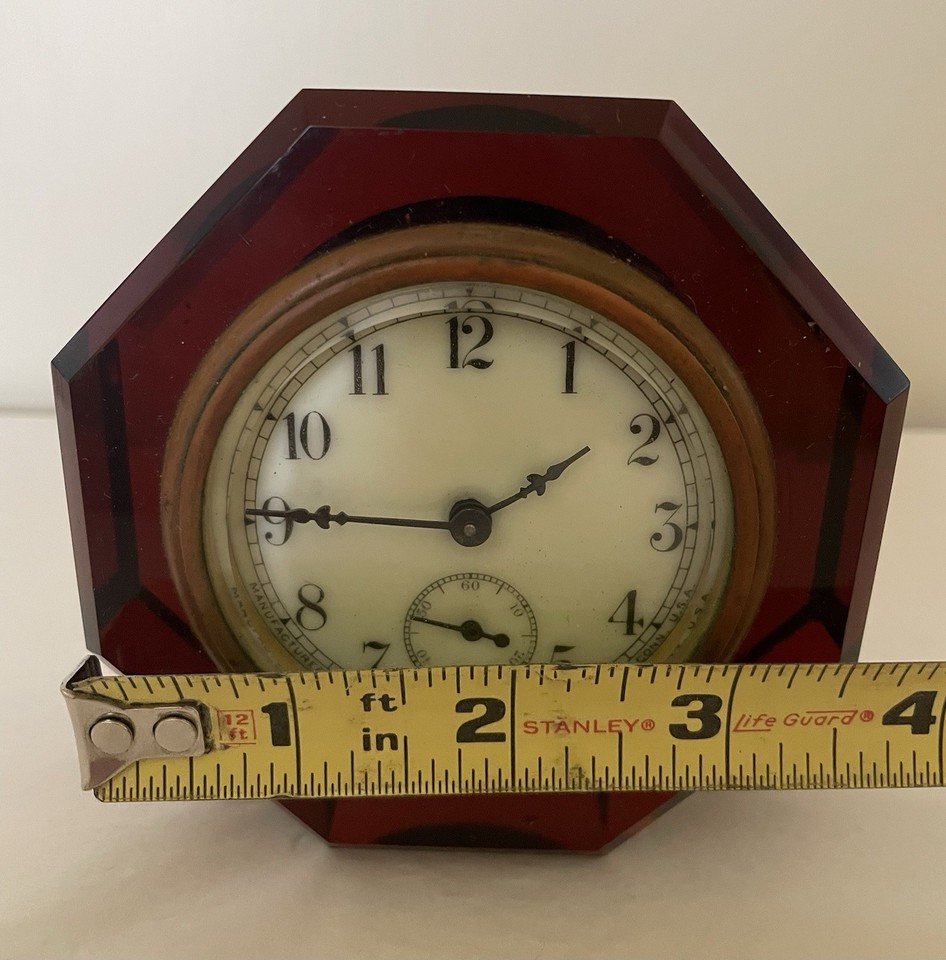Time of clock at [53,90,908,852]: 1:45
